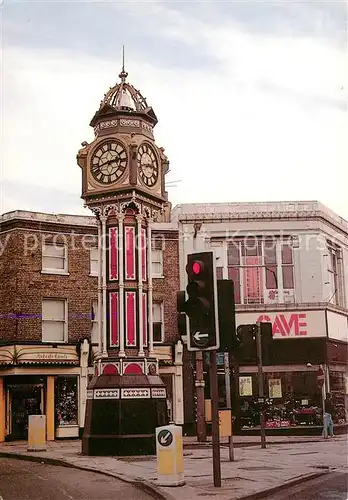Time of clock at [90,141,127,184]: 2:42
